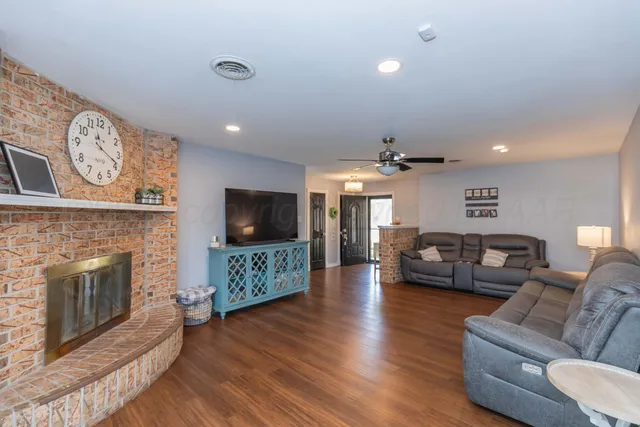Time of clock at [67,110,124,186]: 11:19
